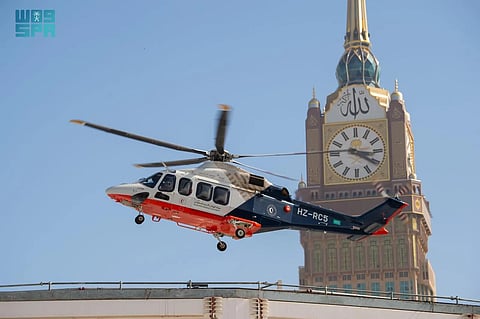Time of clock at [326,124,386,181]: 3:20
